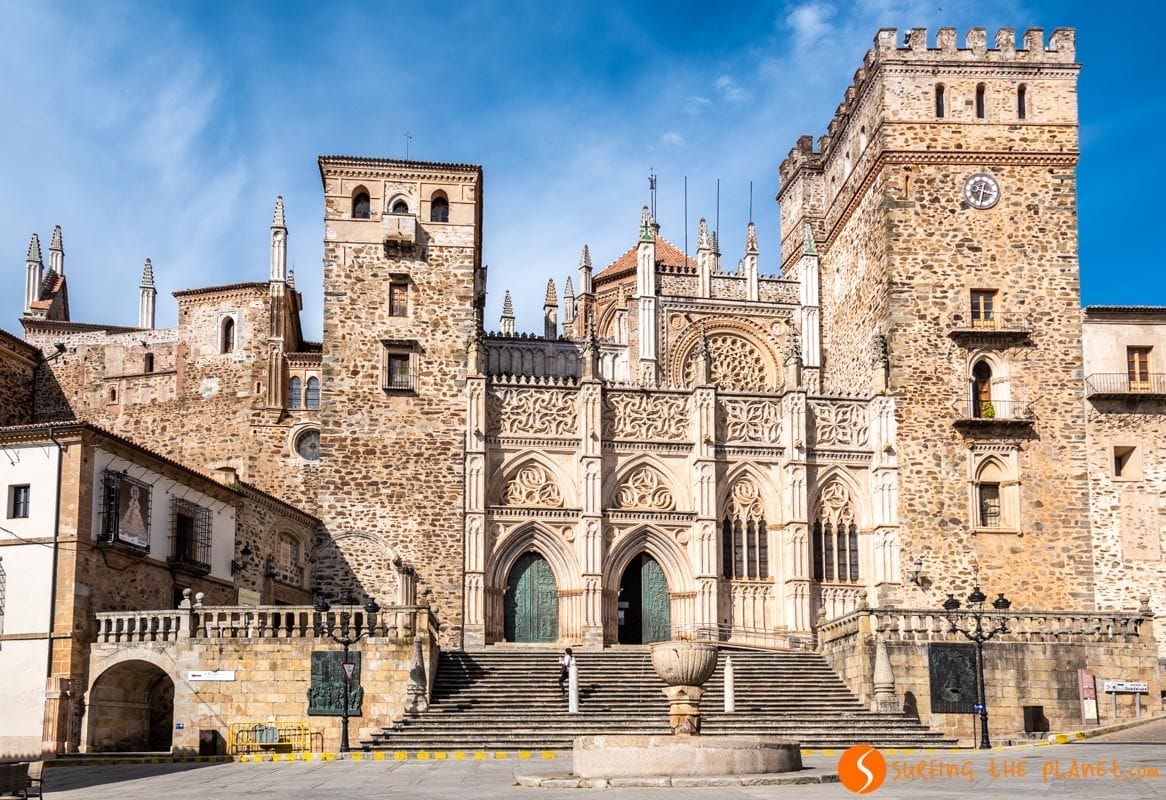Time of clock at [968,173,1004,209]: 3:32
